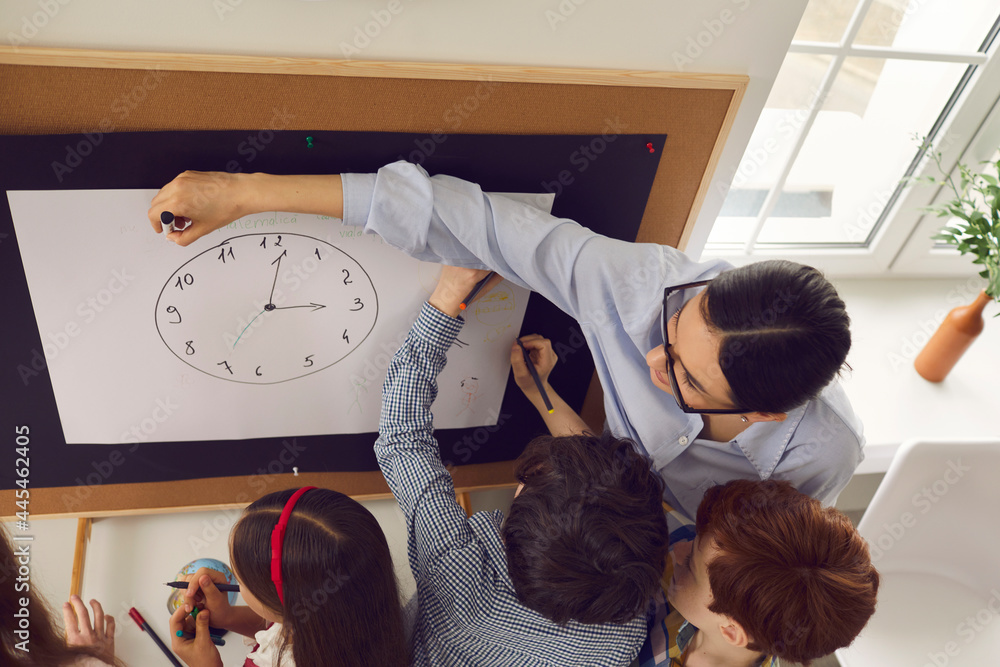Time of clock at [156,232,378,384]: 3:01
